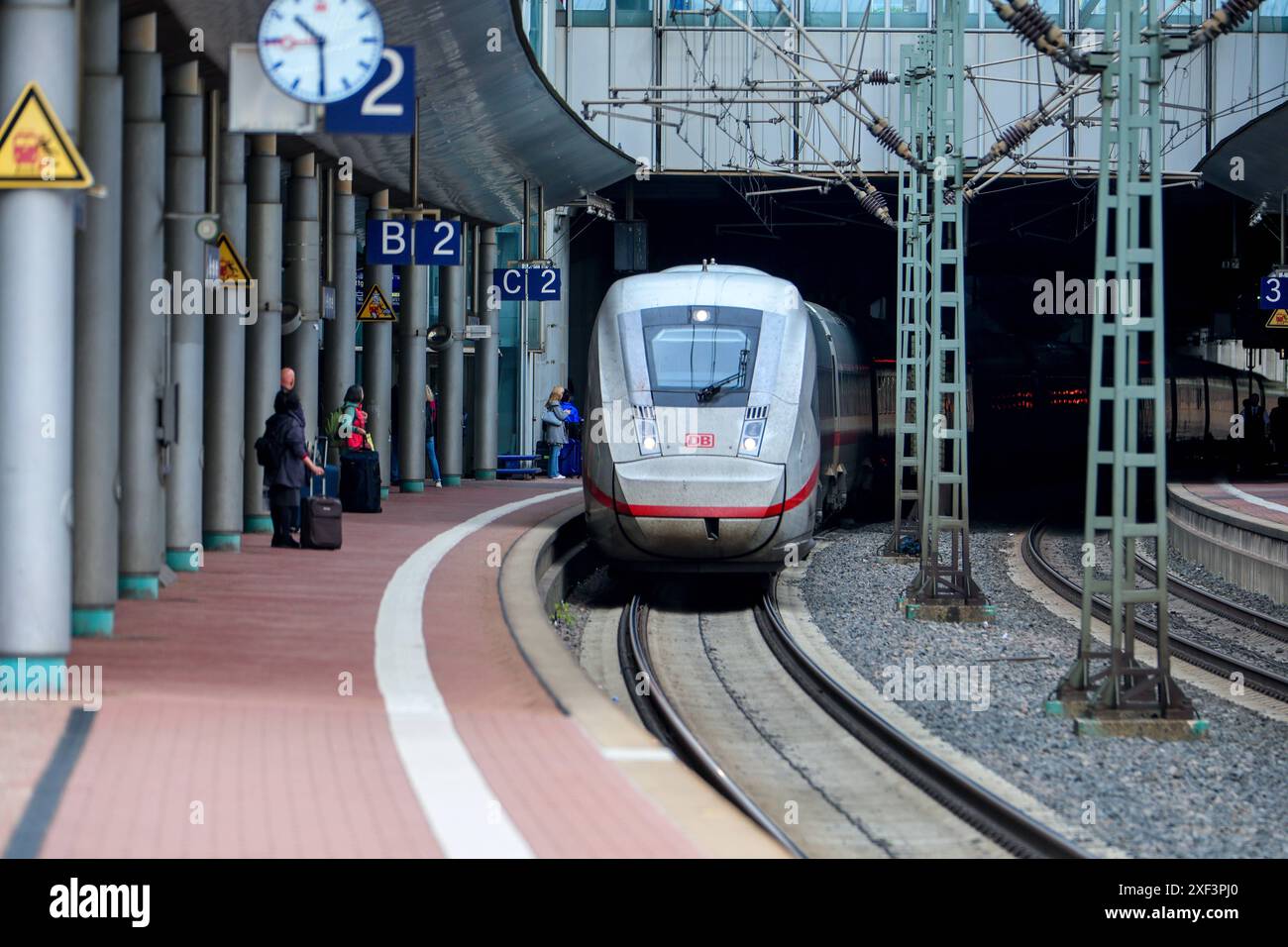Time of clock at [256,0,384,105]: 10:29
